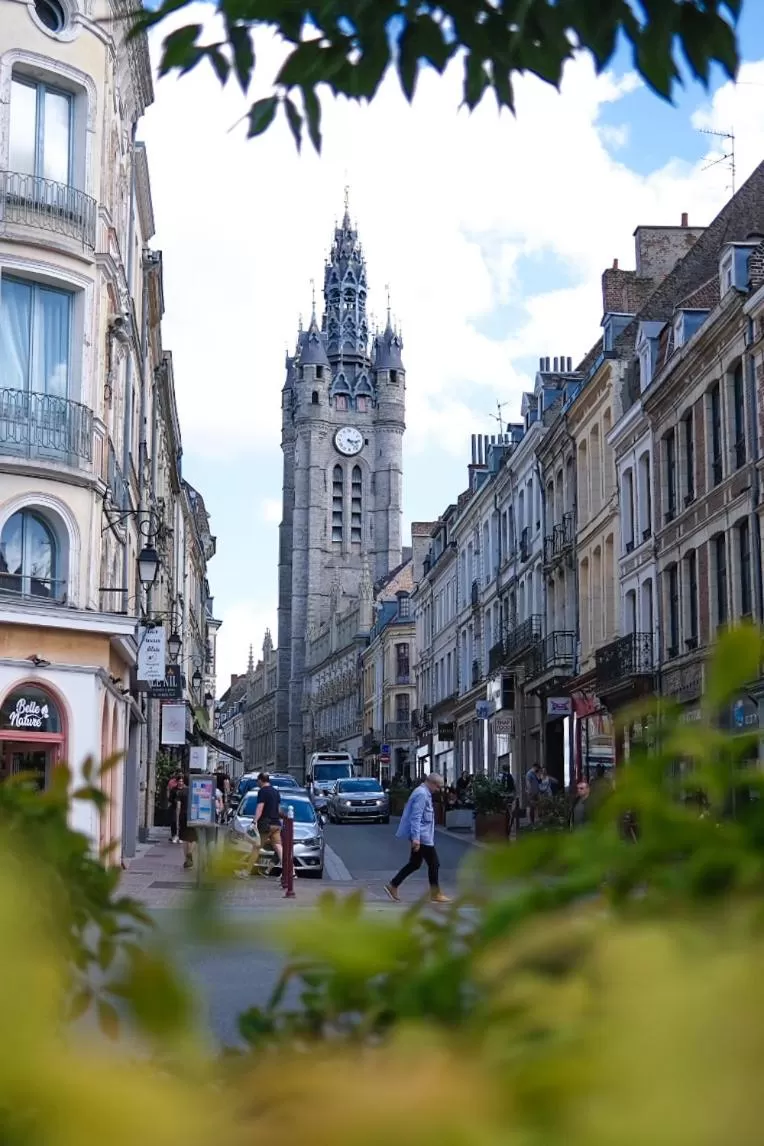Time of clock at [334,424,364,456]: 3:22
